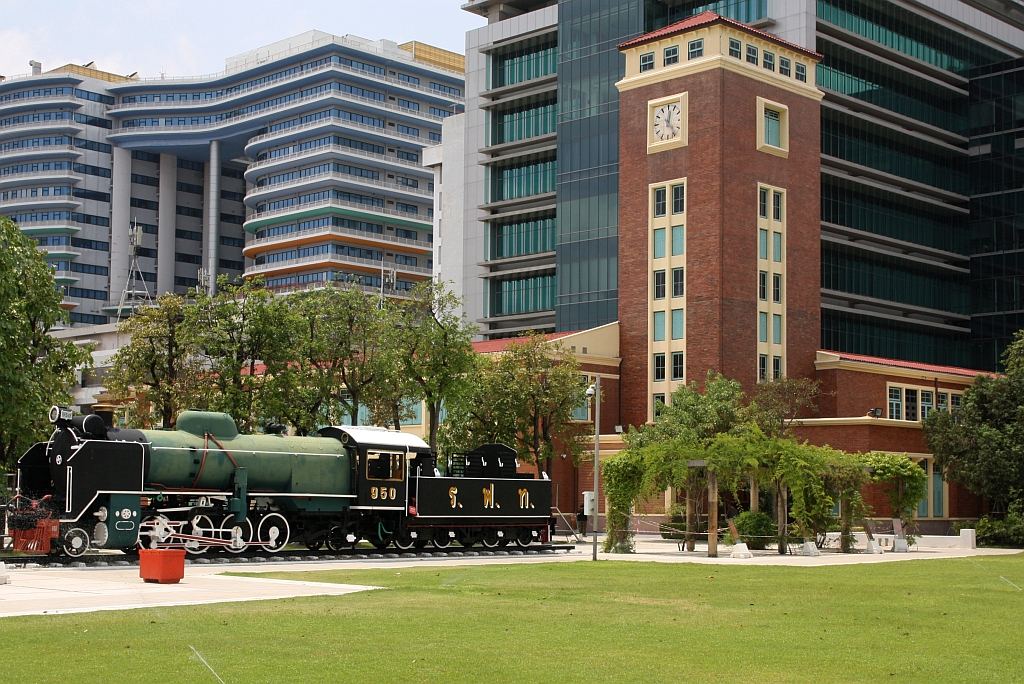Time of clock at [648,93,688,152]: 12:23
